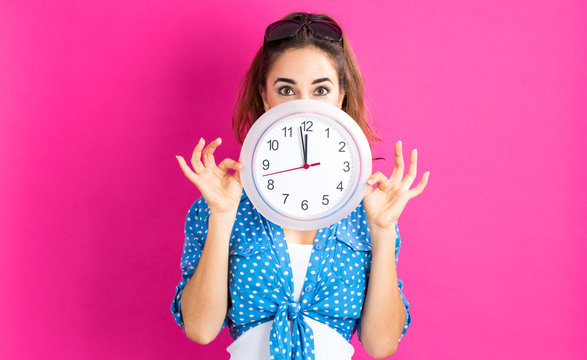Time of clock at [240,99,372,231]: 11:58
